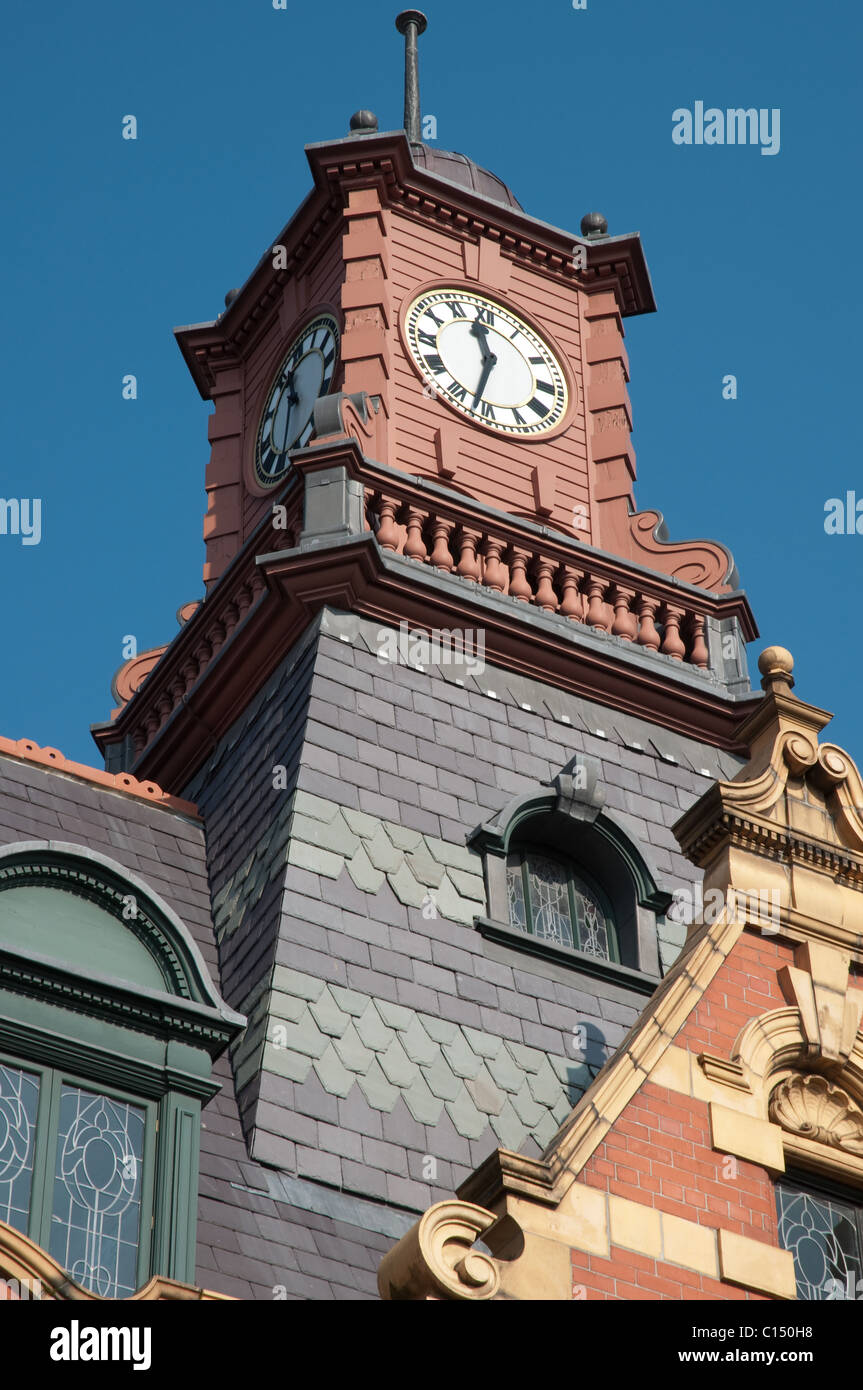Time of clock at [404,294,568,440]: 11:32
